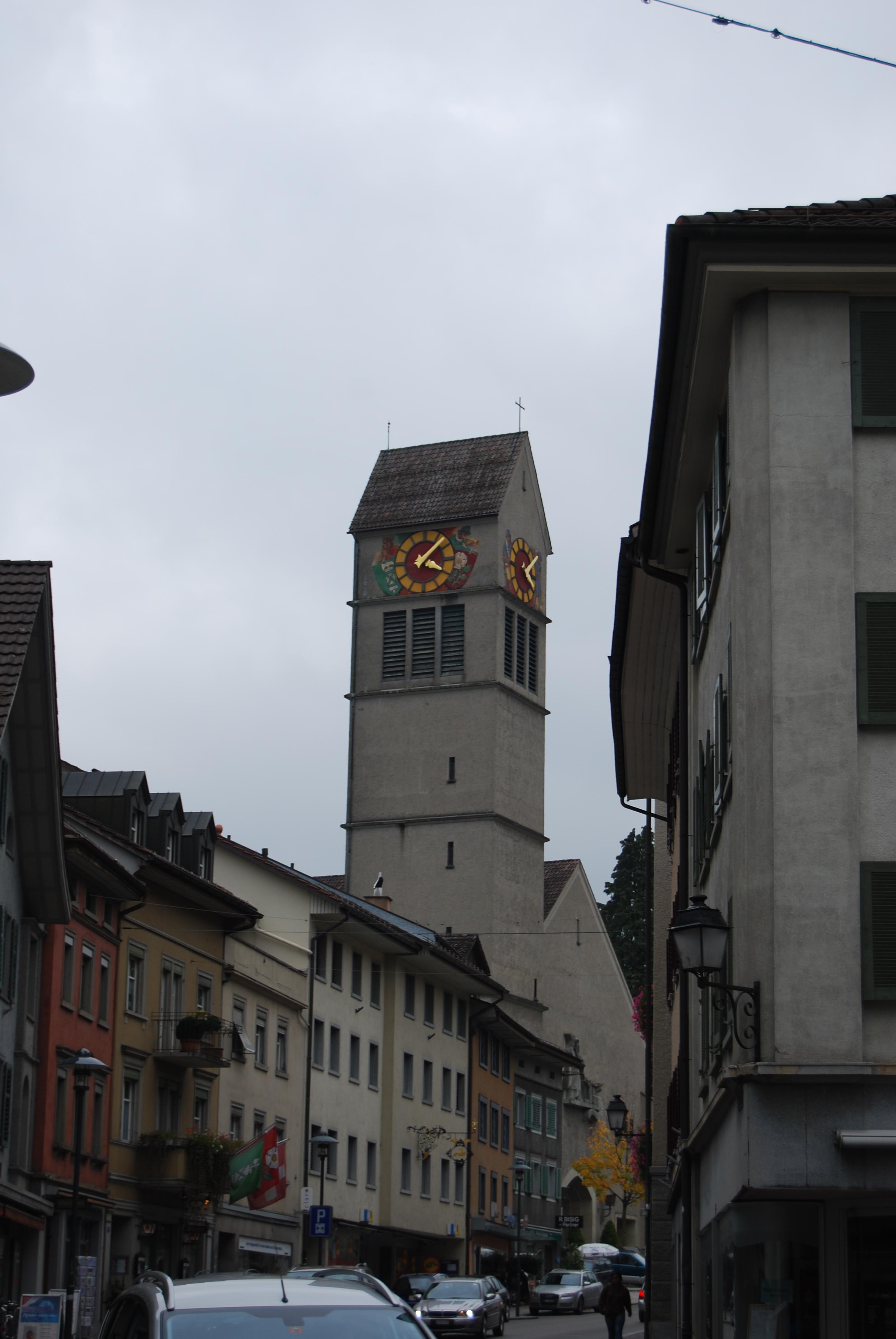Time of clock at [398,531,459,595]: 4:07
